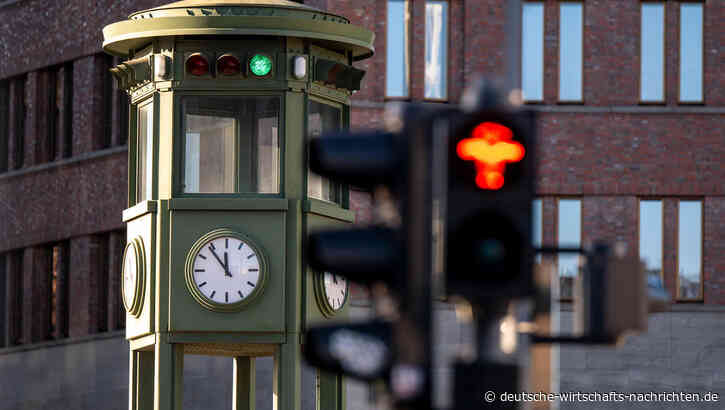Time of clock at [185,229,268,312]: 11:53
